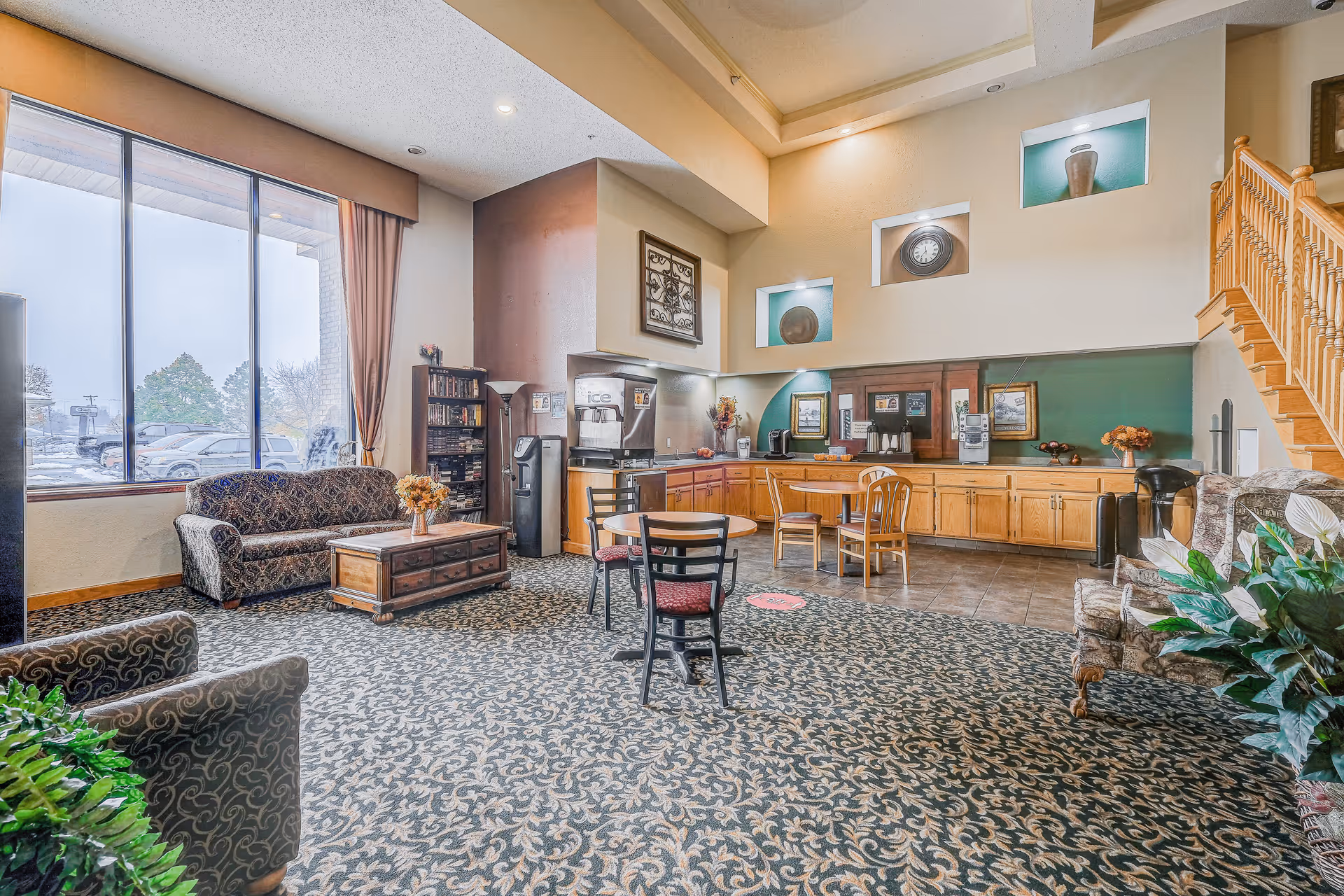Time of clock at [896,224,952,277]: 11:37
